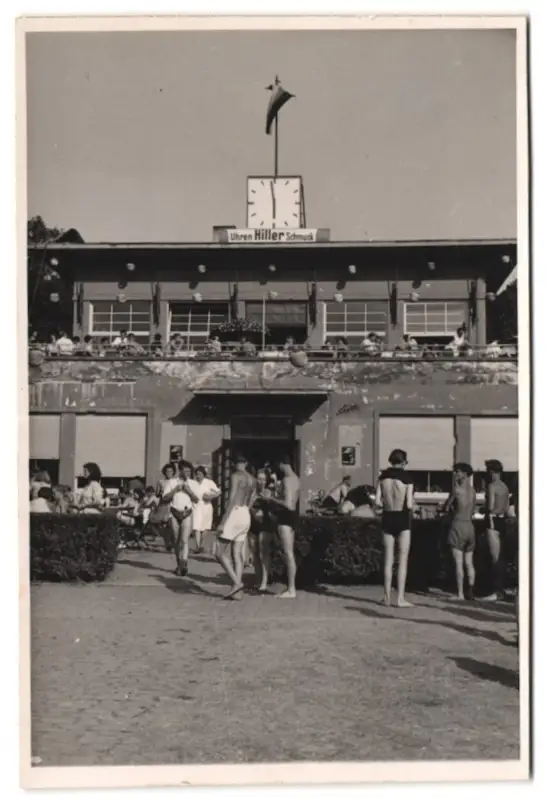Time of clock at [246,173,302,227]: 5:58
